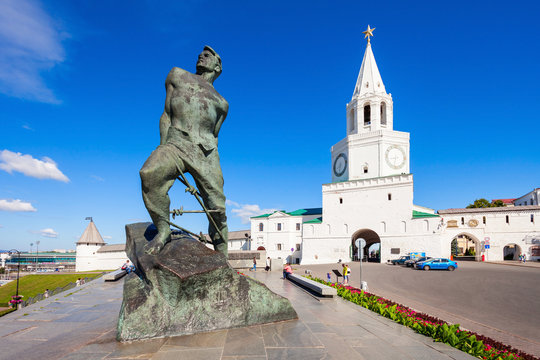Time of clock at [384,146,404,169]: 8:32
